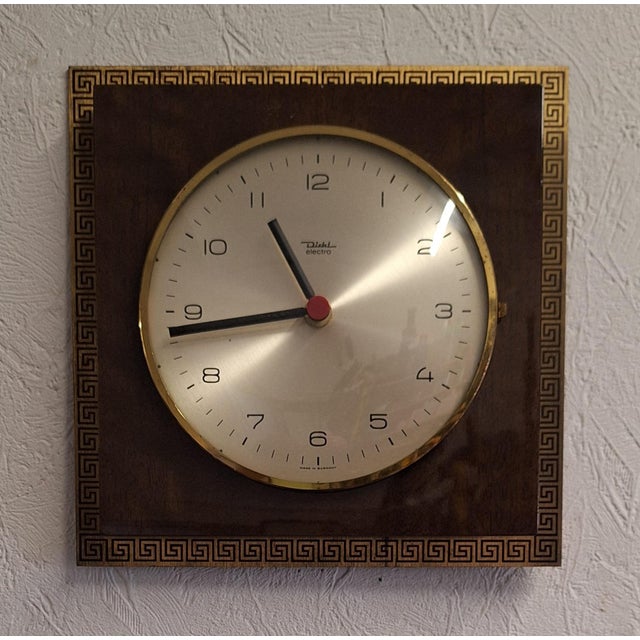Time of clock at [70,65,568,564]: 10:43
